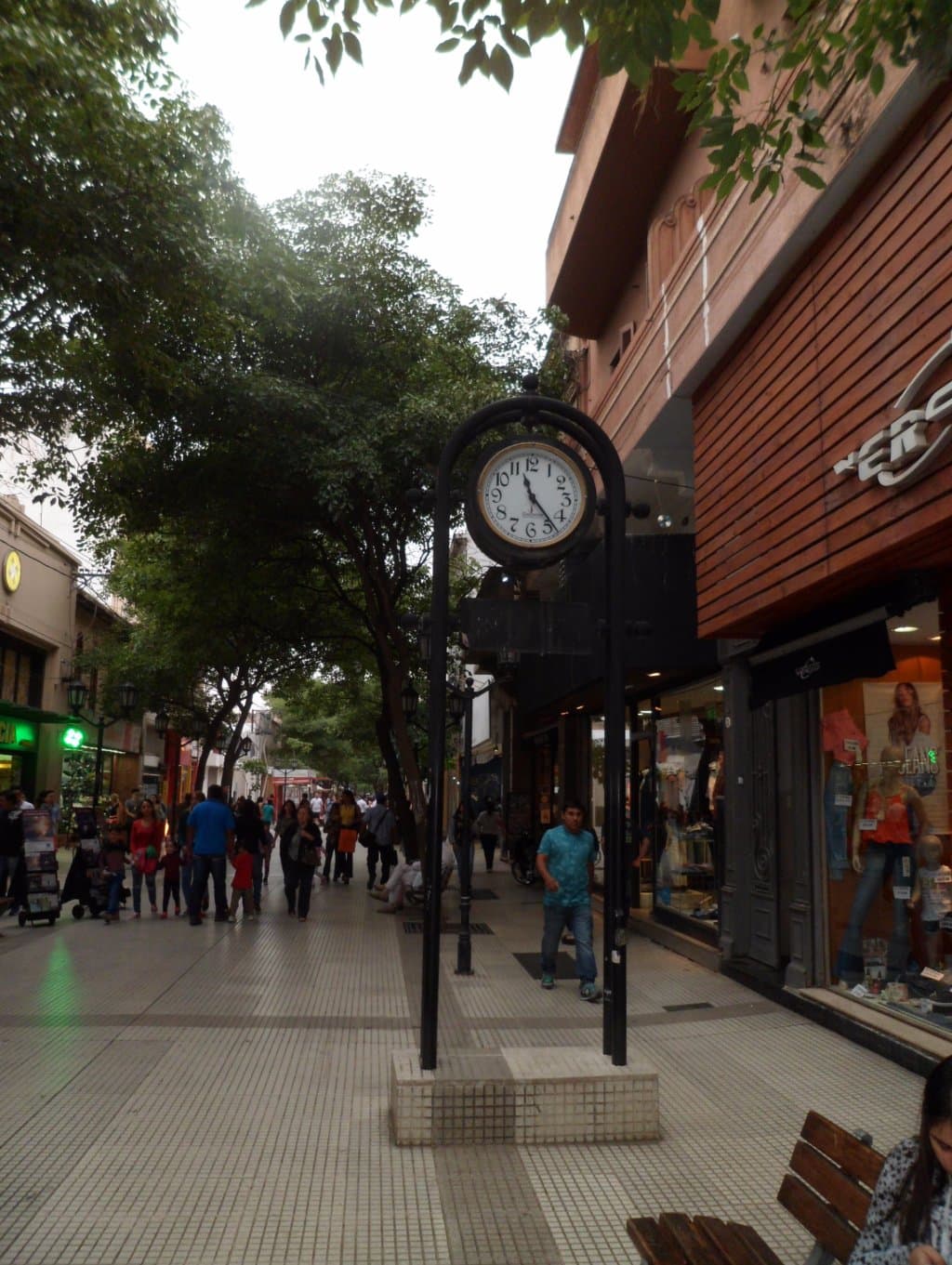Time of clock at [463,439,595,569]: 11:23
